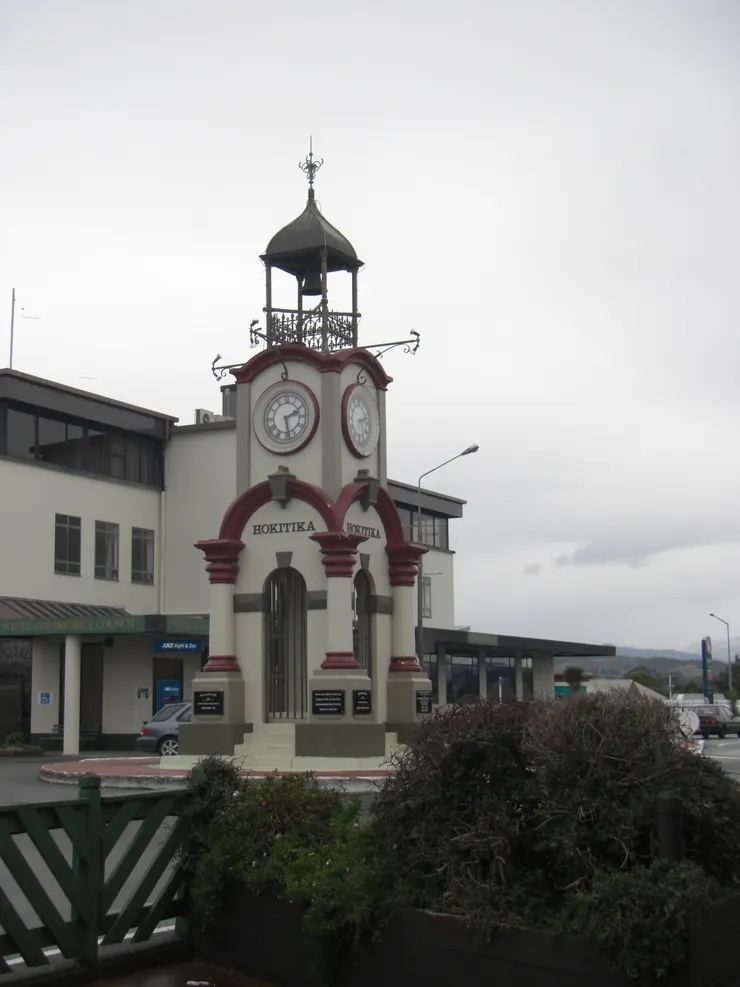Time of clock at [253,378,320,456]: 2:27
